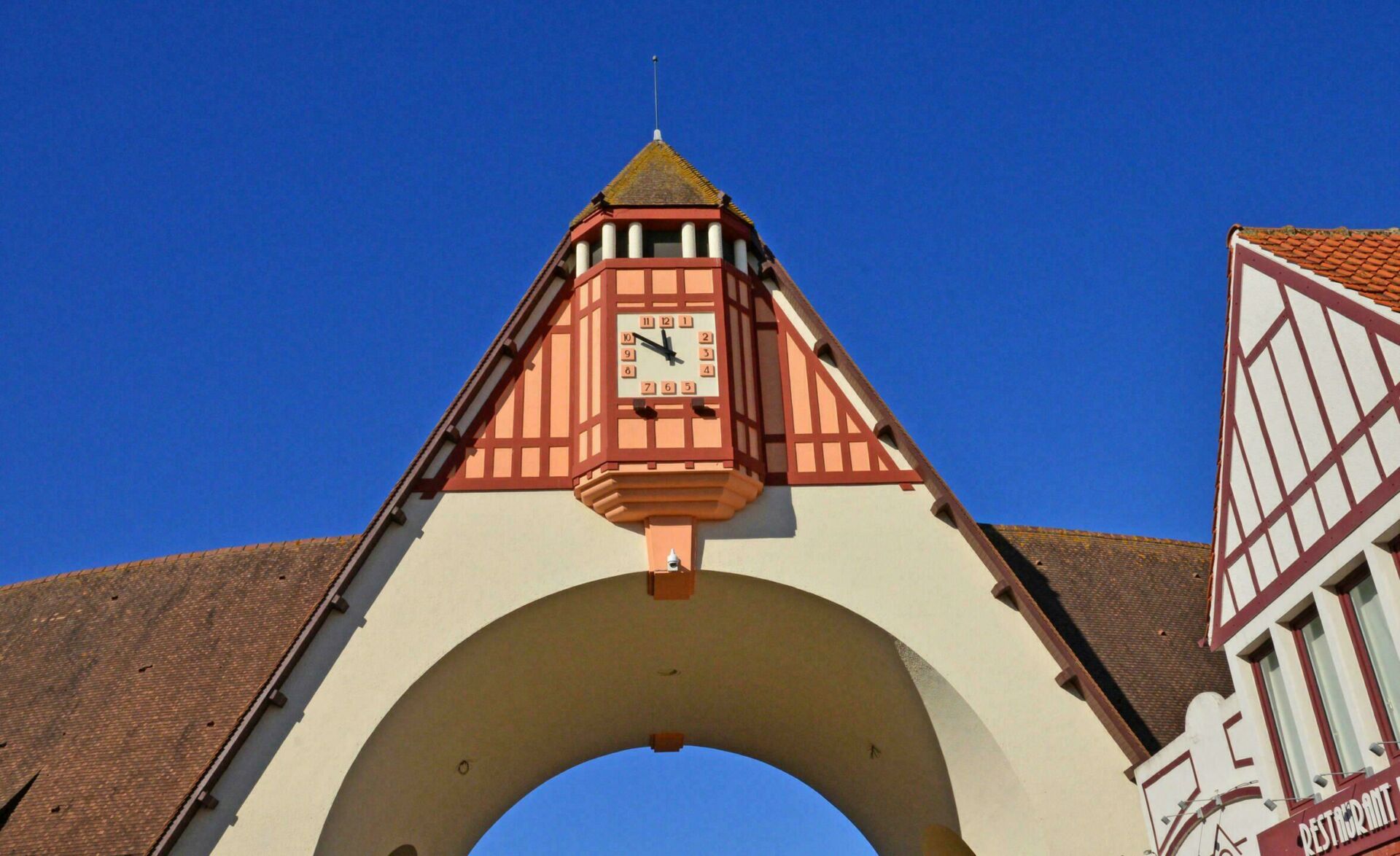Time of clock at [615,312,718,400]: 11:50
